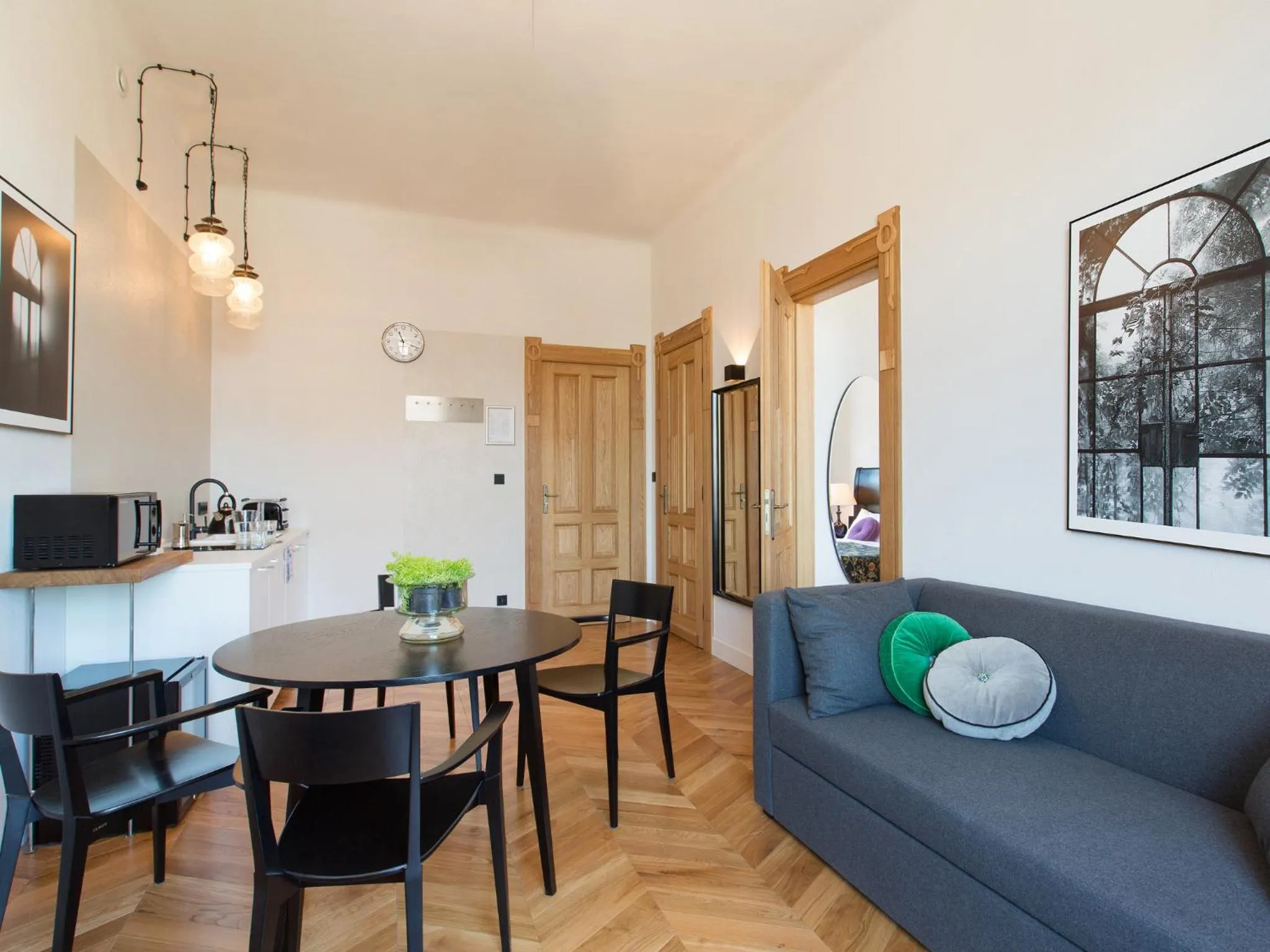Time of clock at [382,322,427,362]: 11:18
